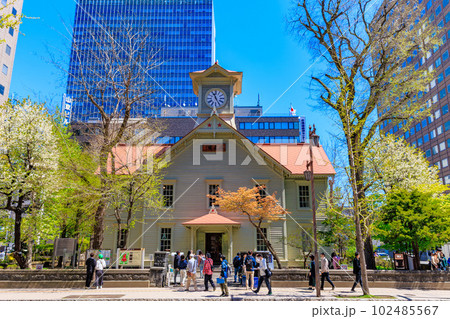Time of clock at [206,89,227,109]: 11:25
